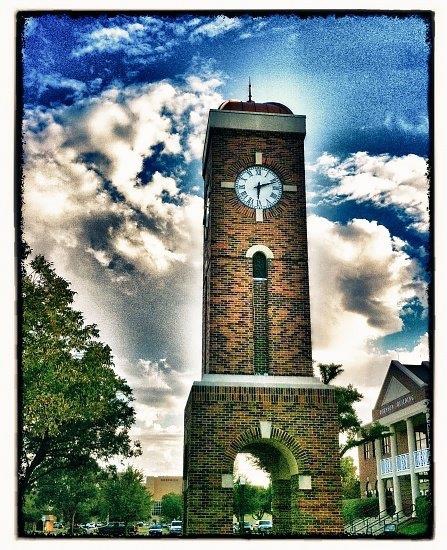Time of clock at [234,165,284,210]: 6:11
